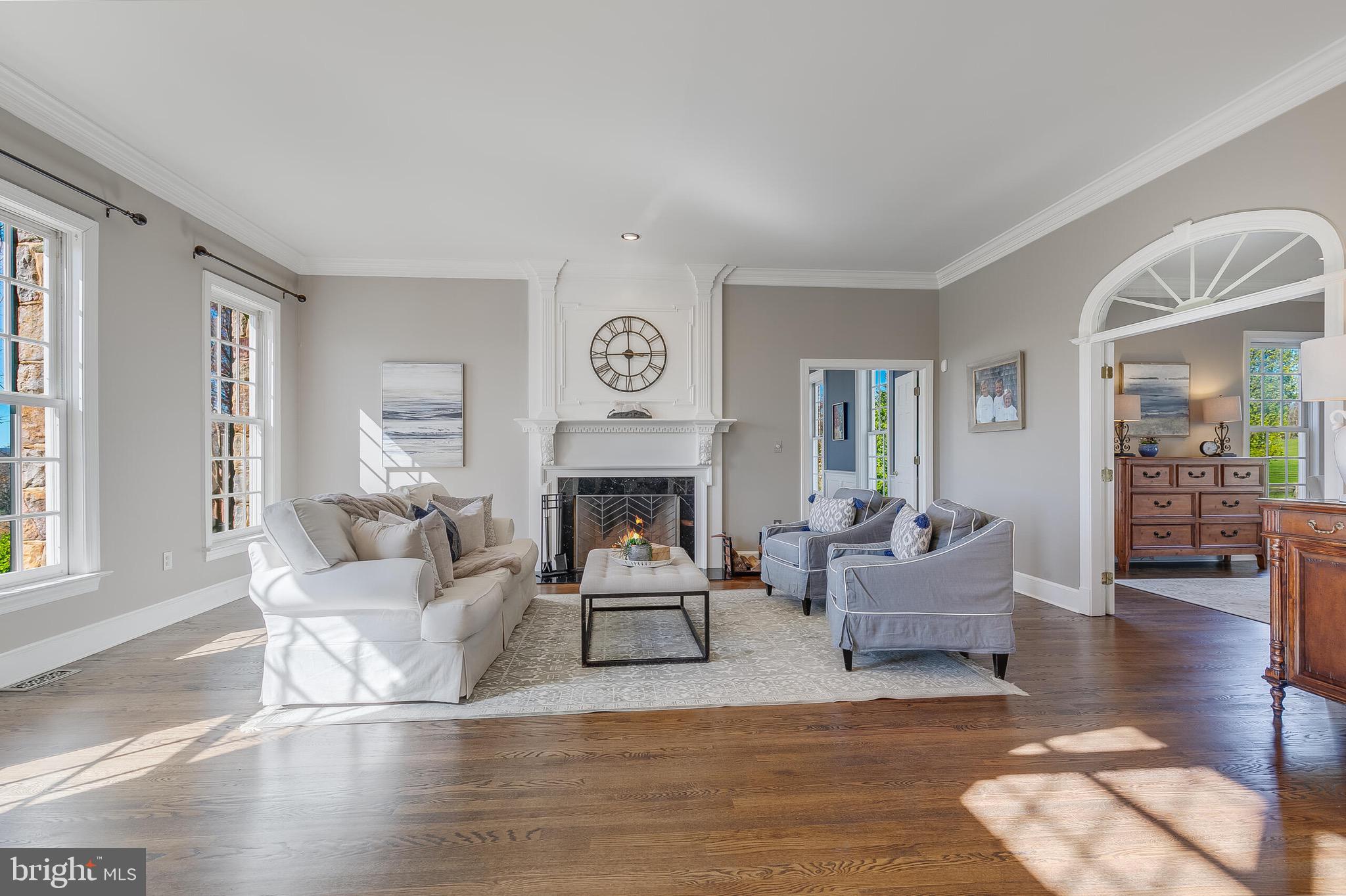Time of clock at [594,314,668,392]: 3:00
